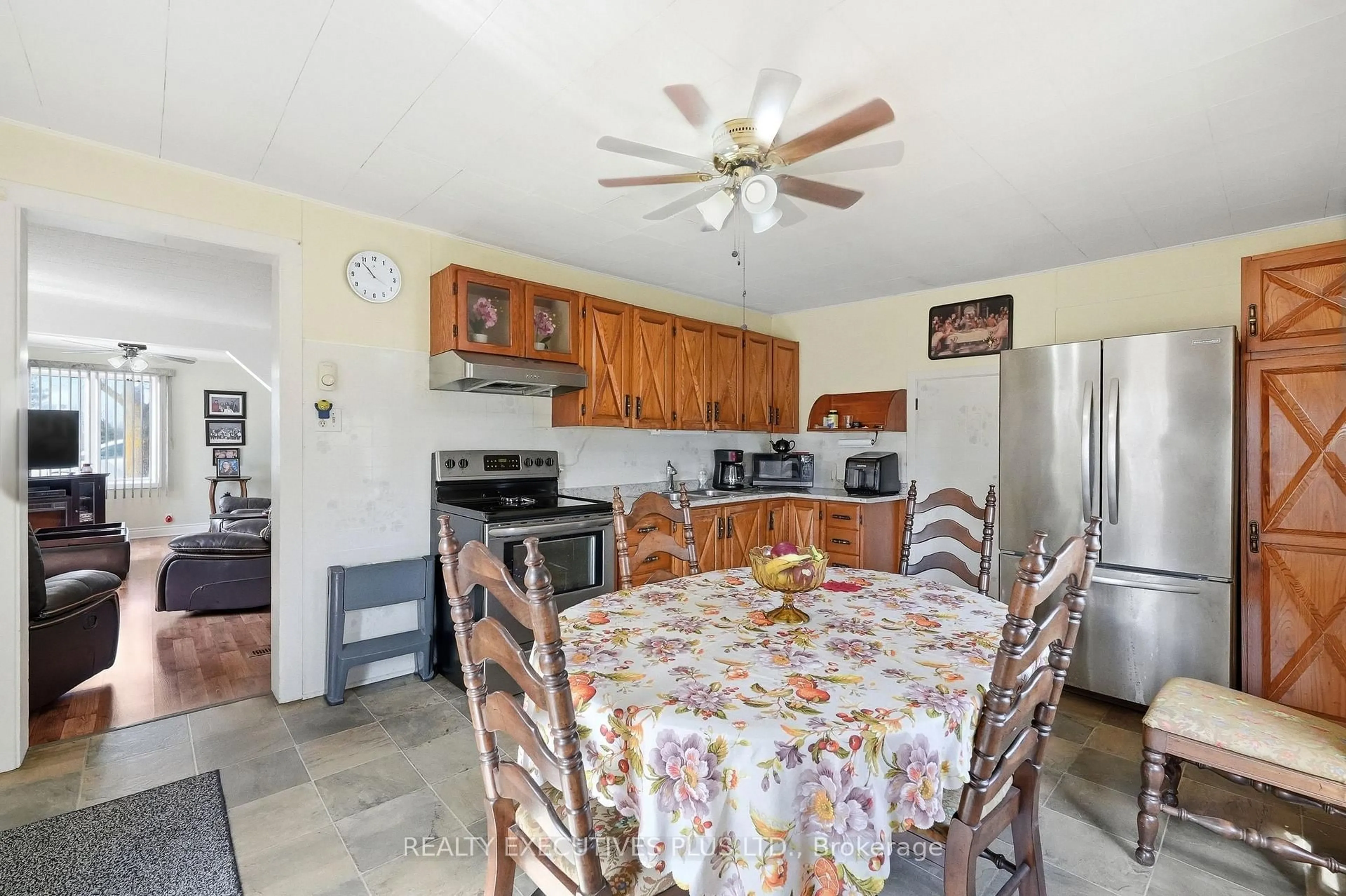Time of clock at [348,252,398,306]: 10:53
